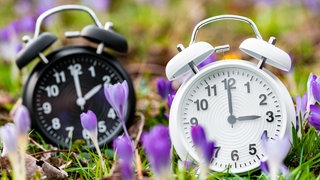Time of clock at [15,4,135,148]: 2:00
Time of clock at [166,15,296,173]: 2:59
